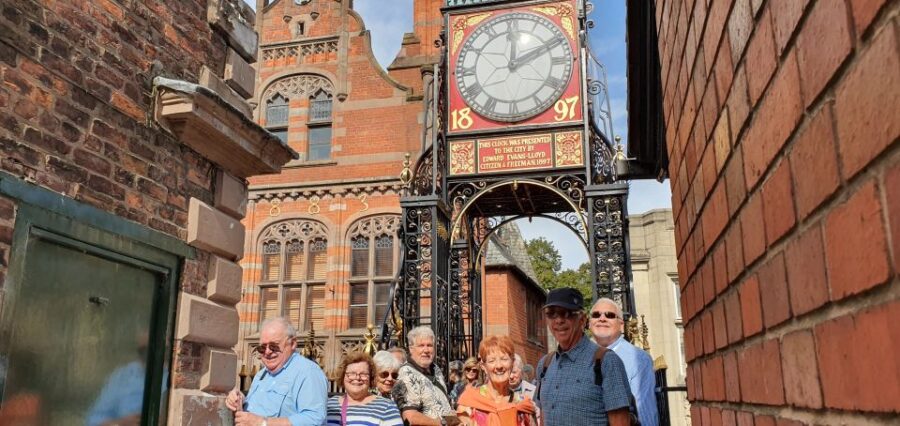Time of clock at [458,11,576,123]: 12:10
